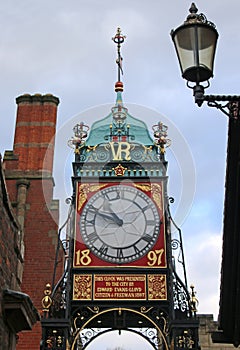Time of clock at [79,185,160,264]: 10:48
